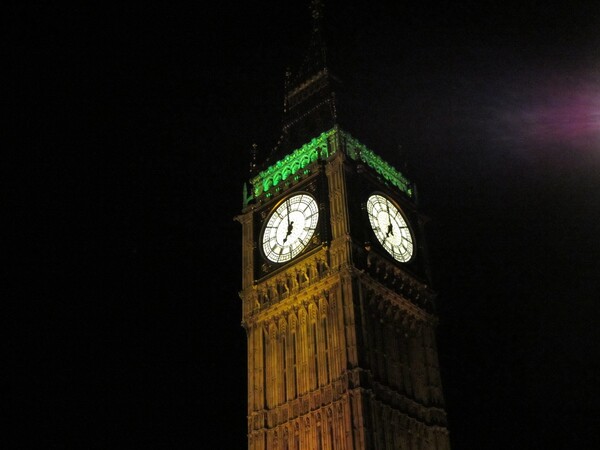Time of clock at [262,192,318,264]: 6:59
